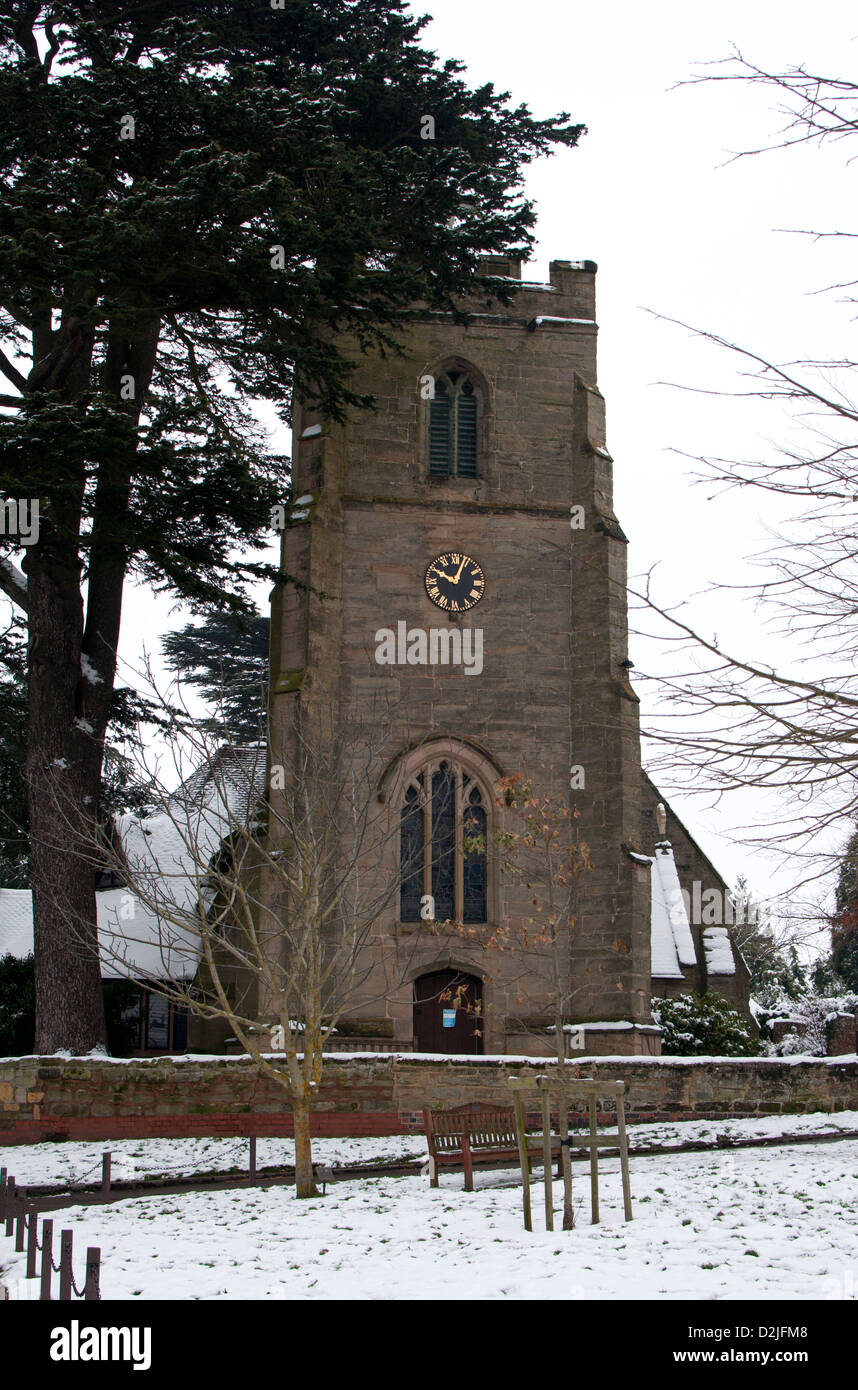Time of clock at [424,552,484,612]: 10:03
